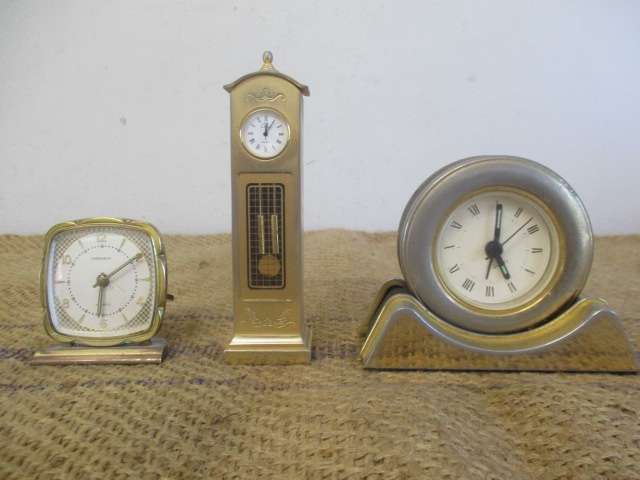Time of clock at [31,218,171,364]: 6:09
